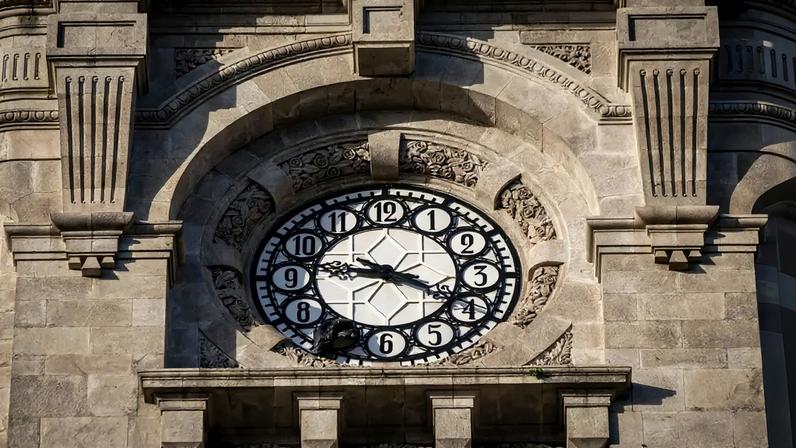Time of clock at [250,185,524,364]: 9:20
